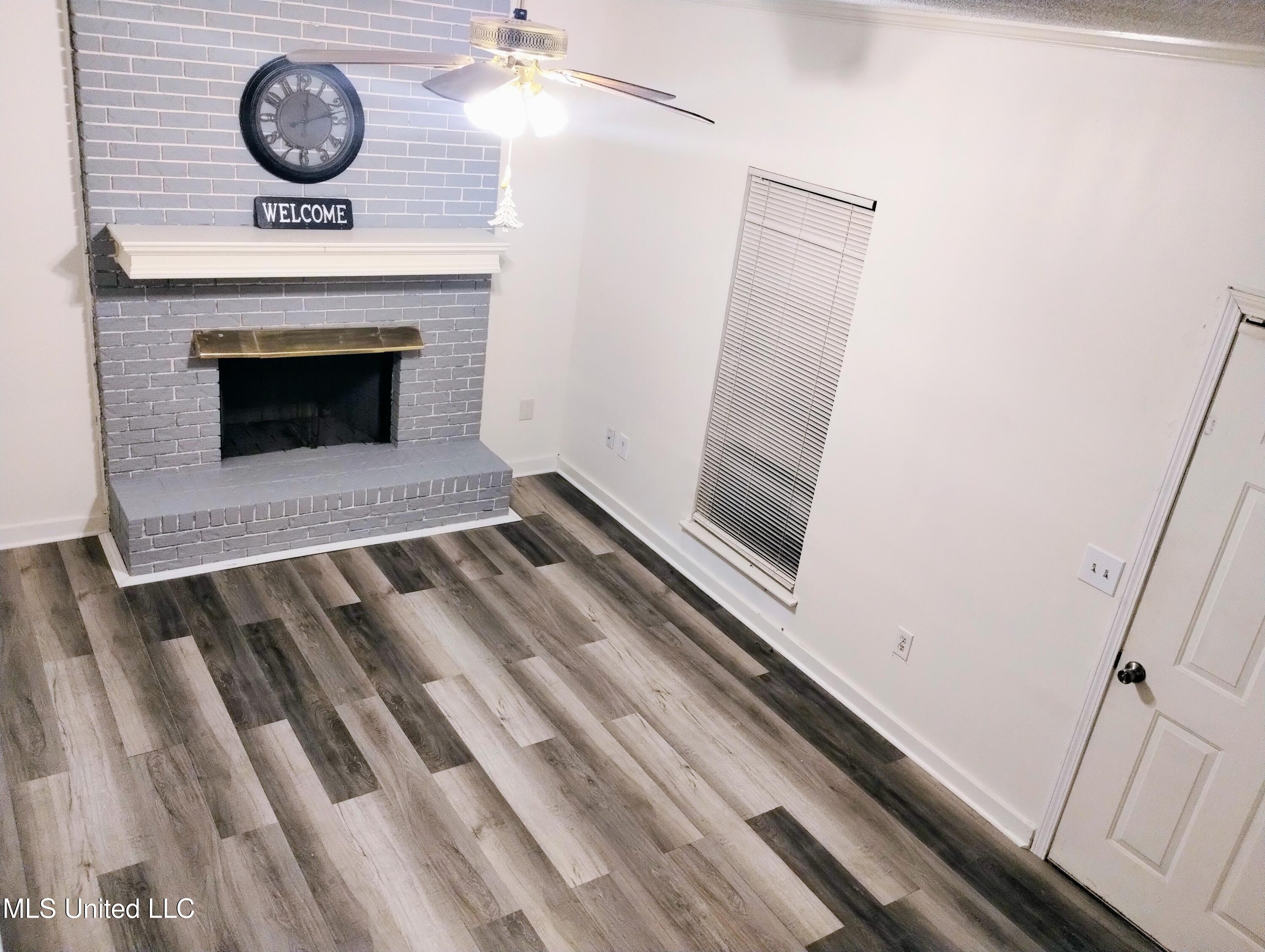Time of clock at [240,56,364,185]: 12:12
